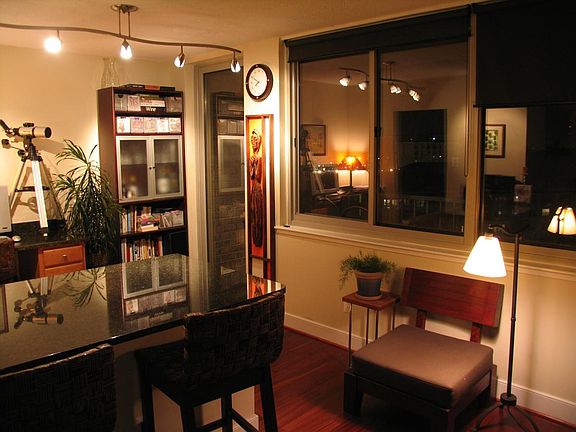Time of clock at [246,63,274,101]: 7:49
